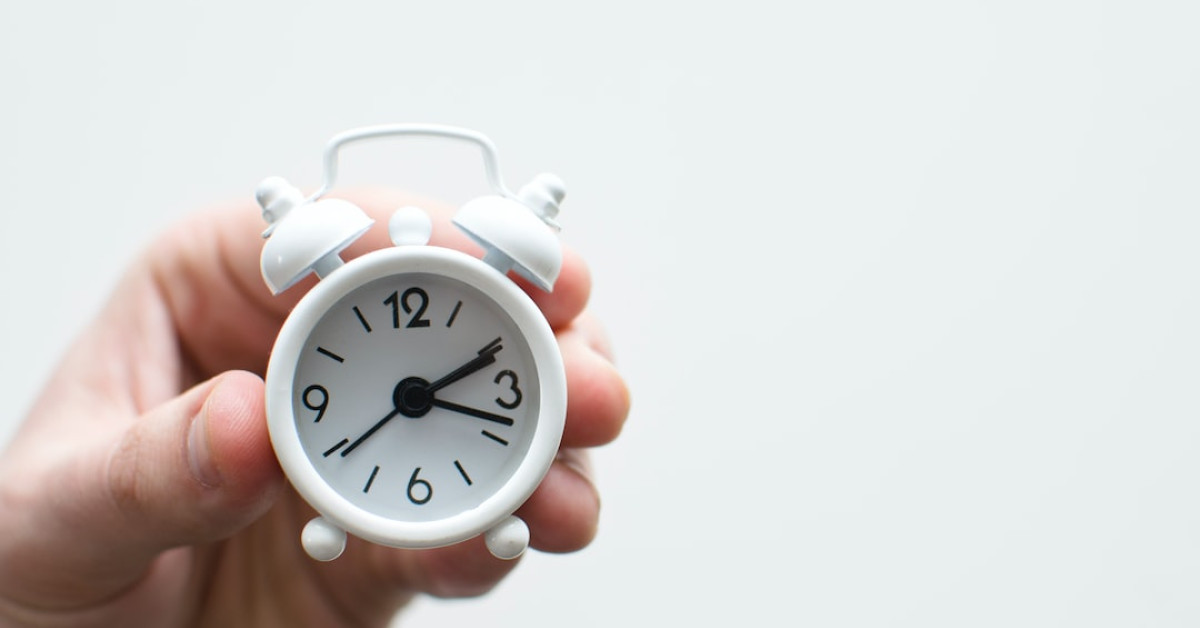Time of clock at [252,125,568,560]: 2:18
